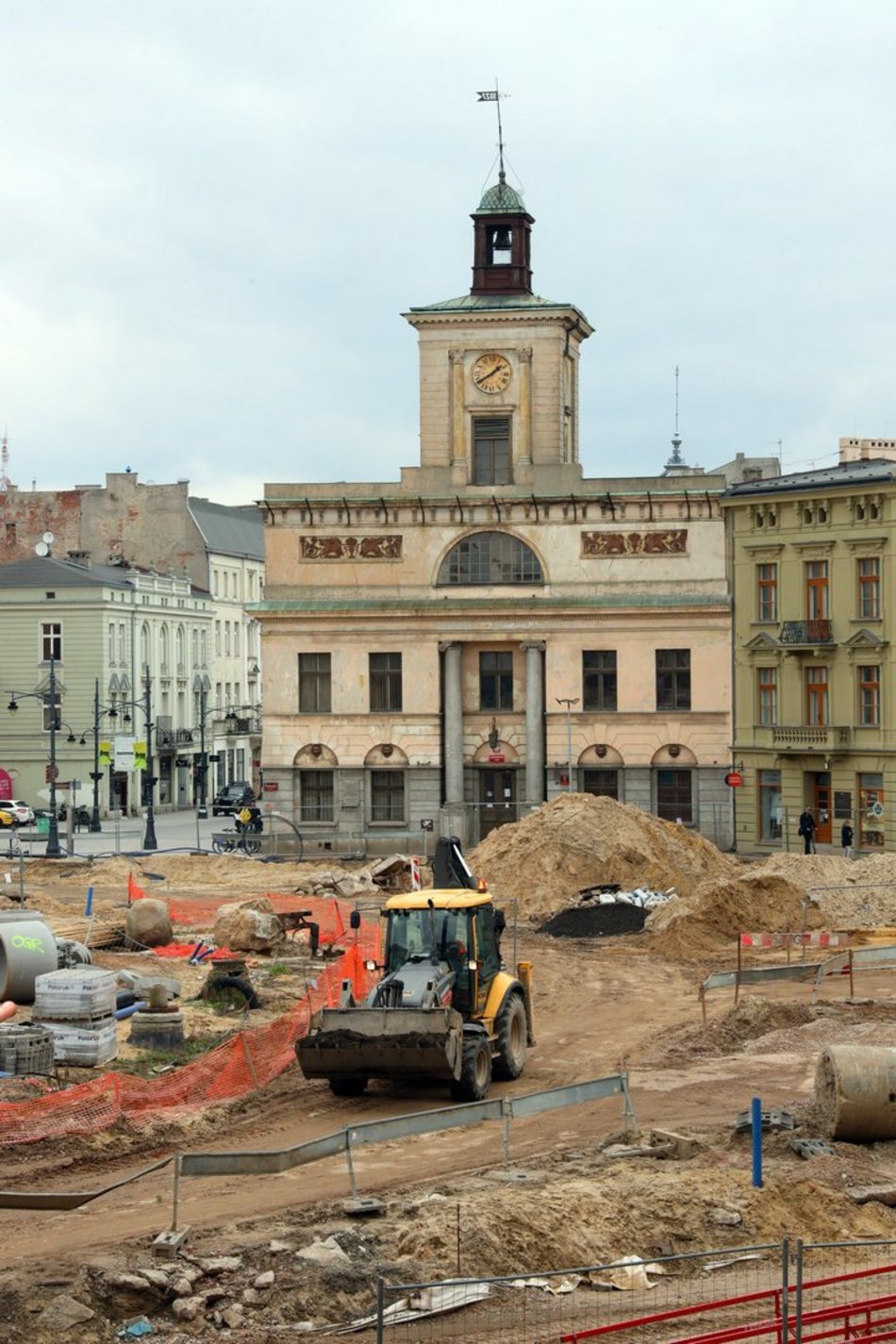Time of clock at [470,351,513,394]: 1:39
